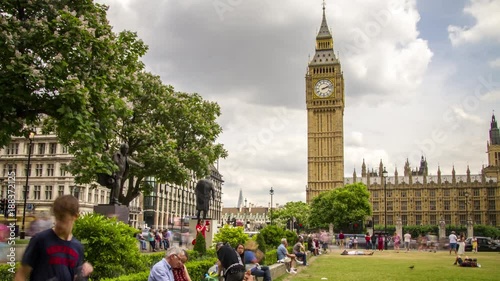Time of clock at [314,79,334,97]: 2:12
